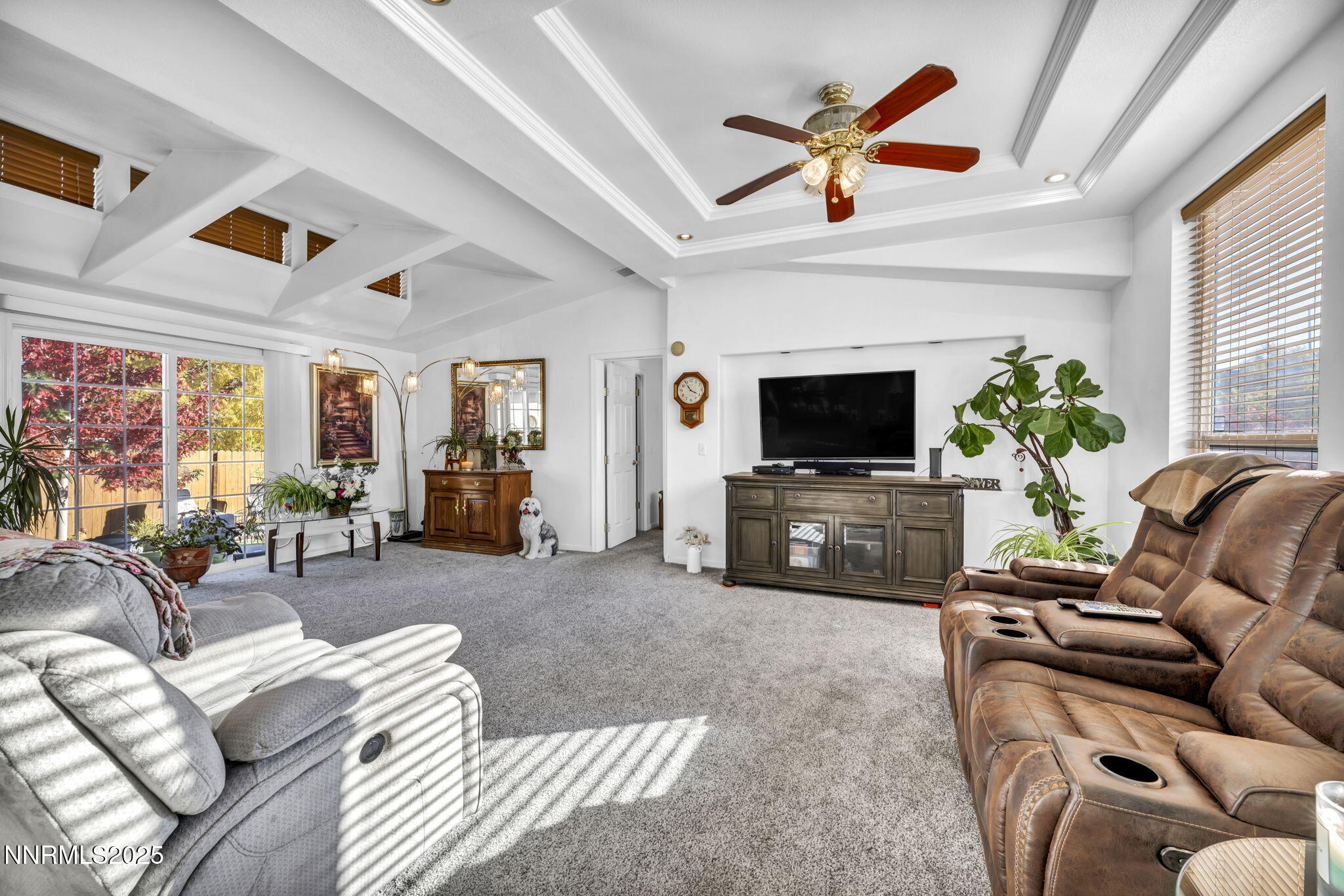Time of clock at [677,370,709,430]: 3:54
